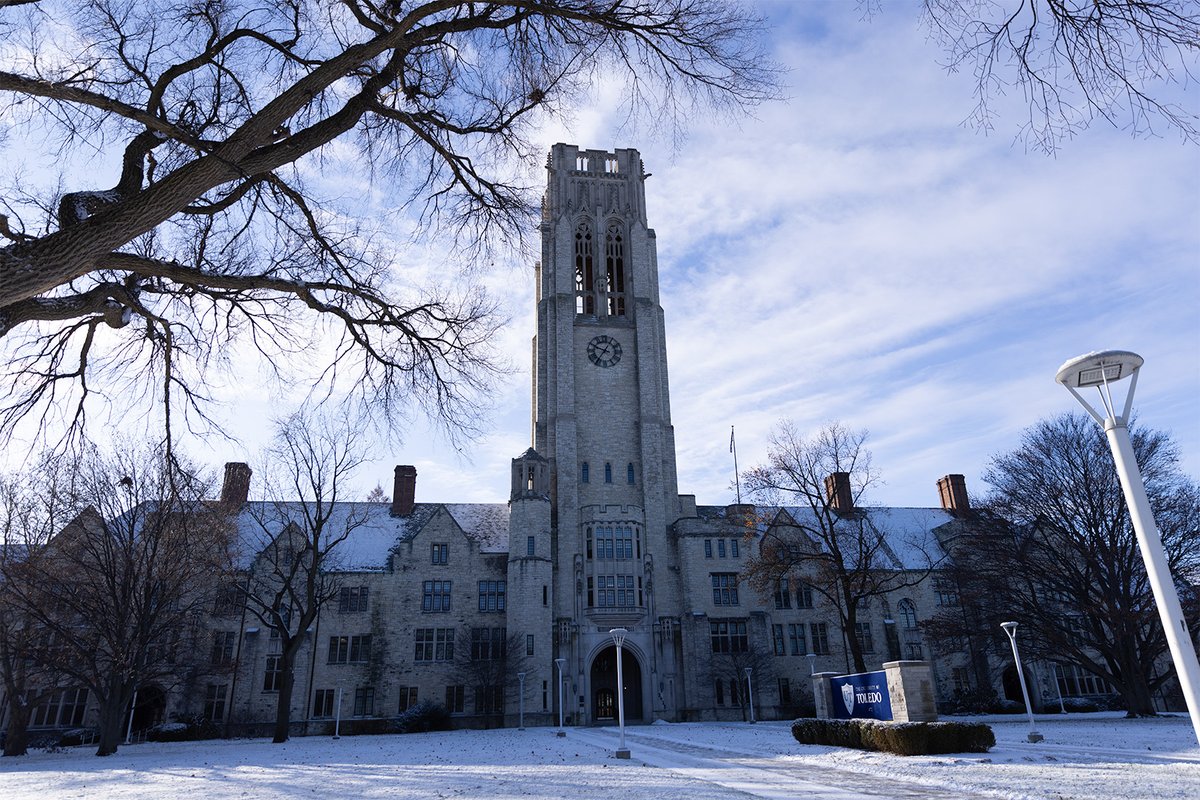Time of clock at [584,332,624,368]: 9:35
